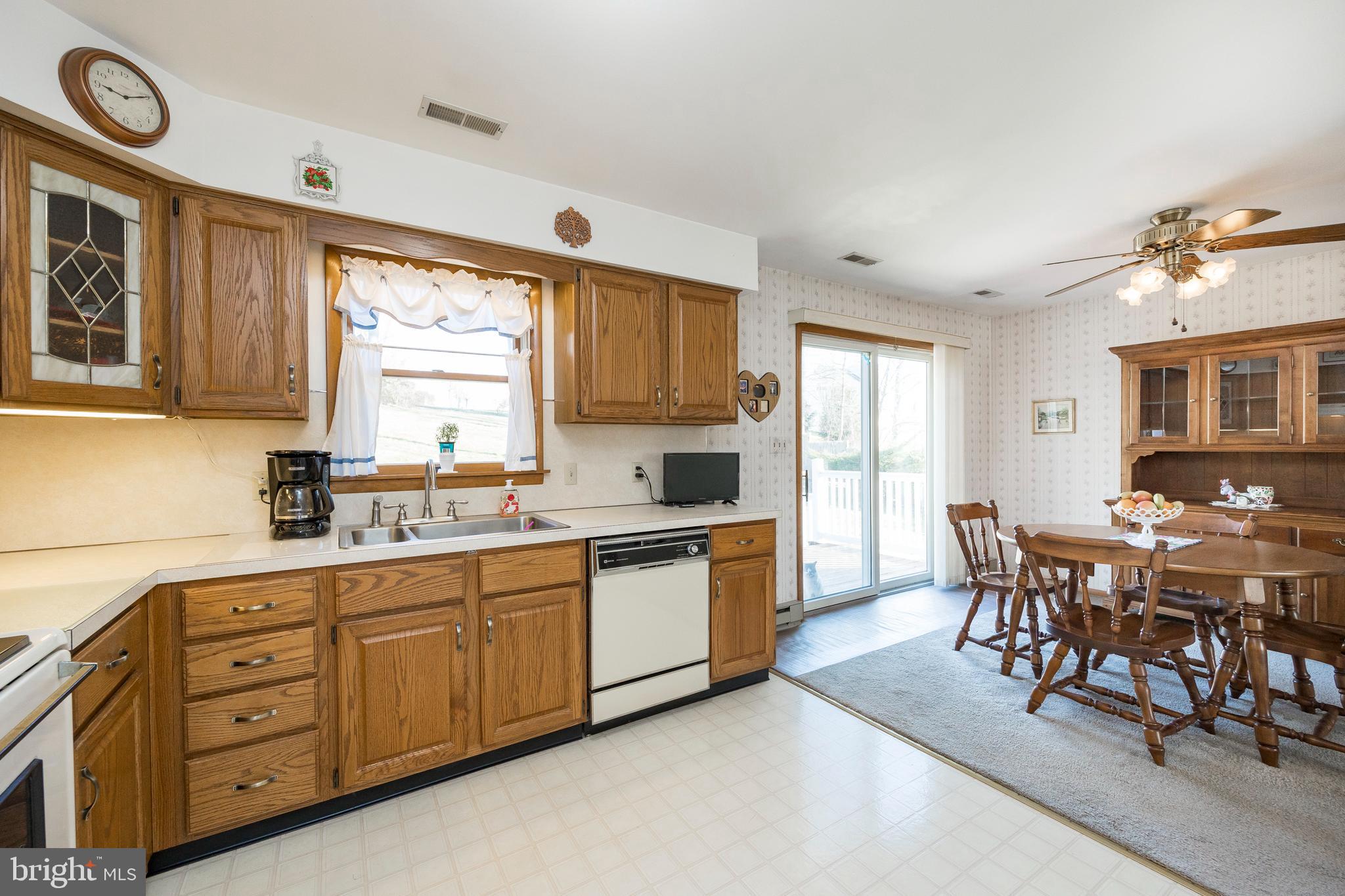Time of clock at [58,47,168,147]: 9:10
